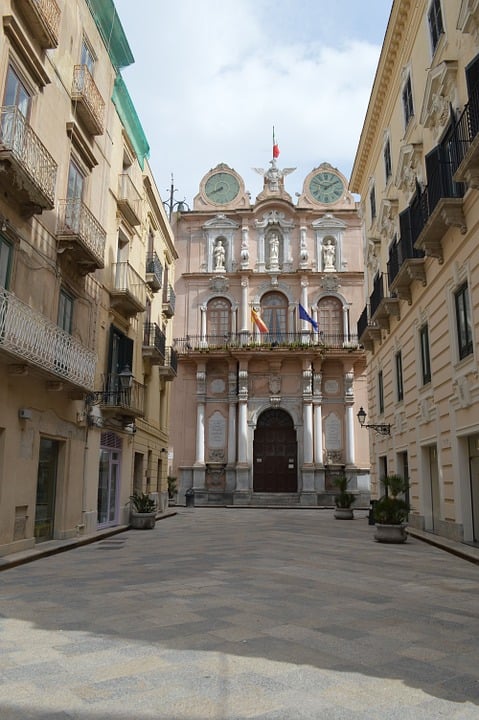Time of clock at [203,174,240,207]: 7:39
